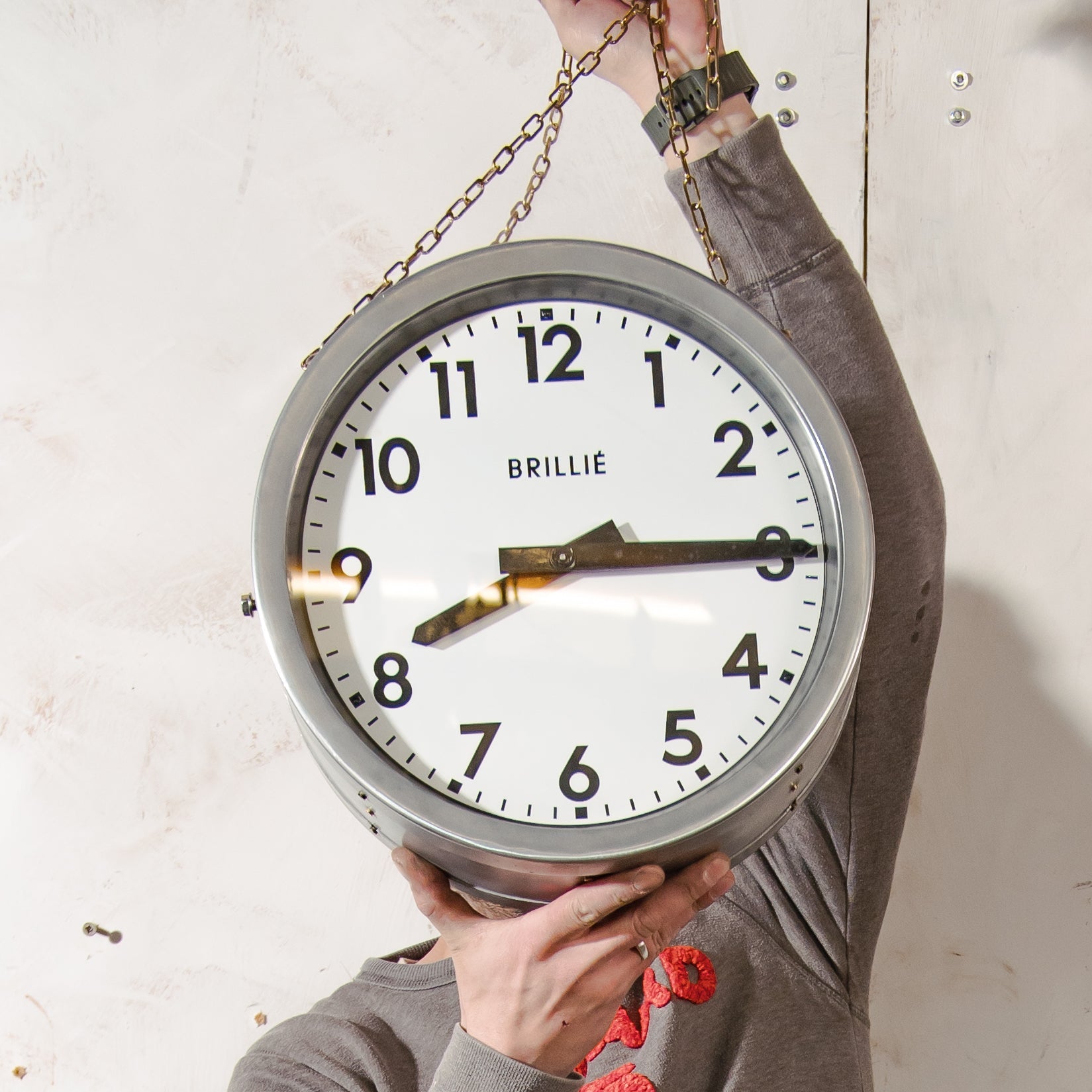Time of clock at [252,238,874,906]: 8:14
